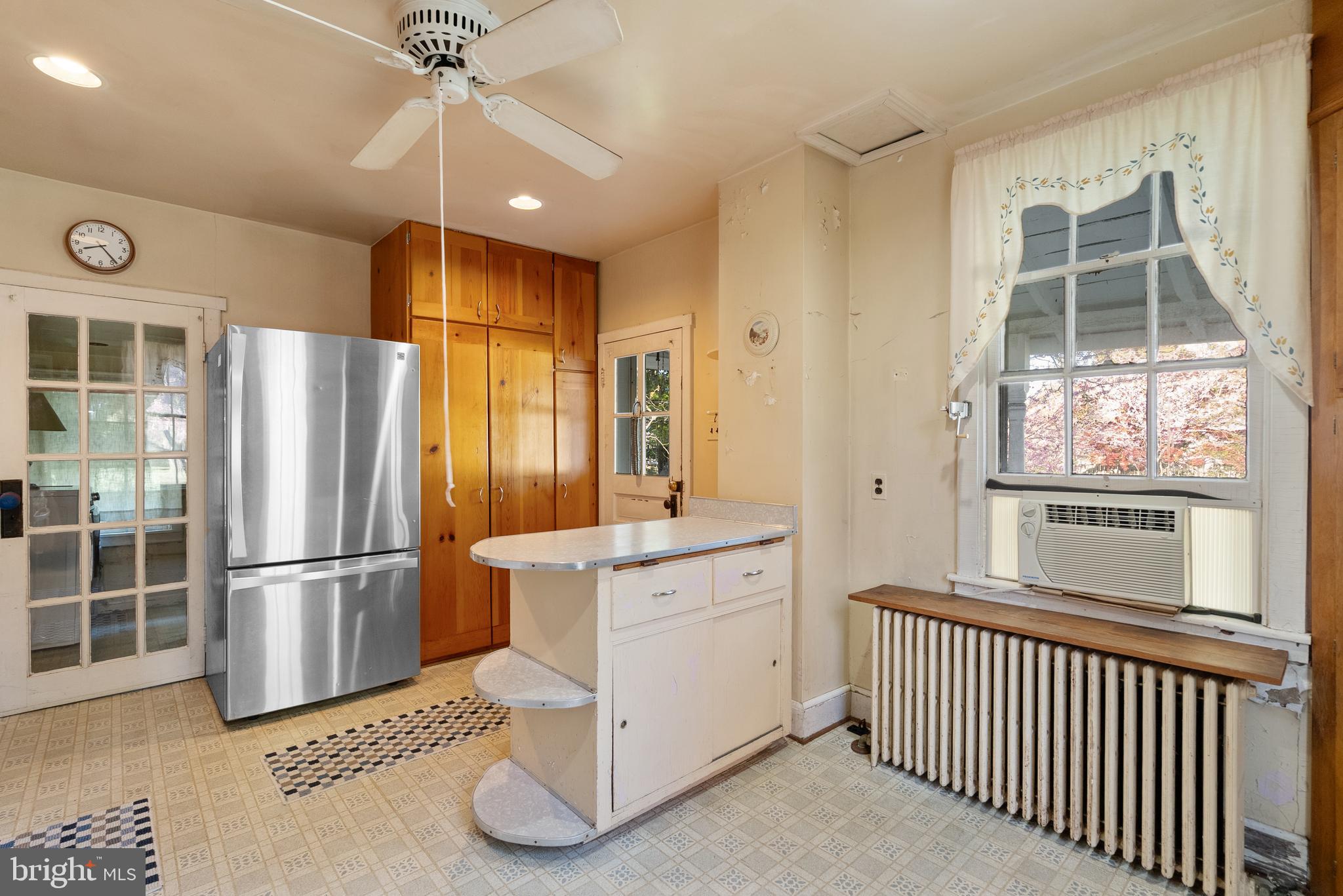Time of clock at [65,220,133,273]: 8:23
